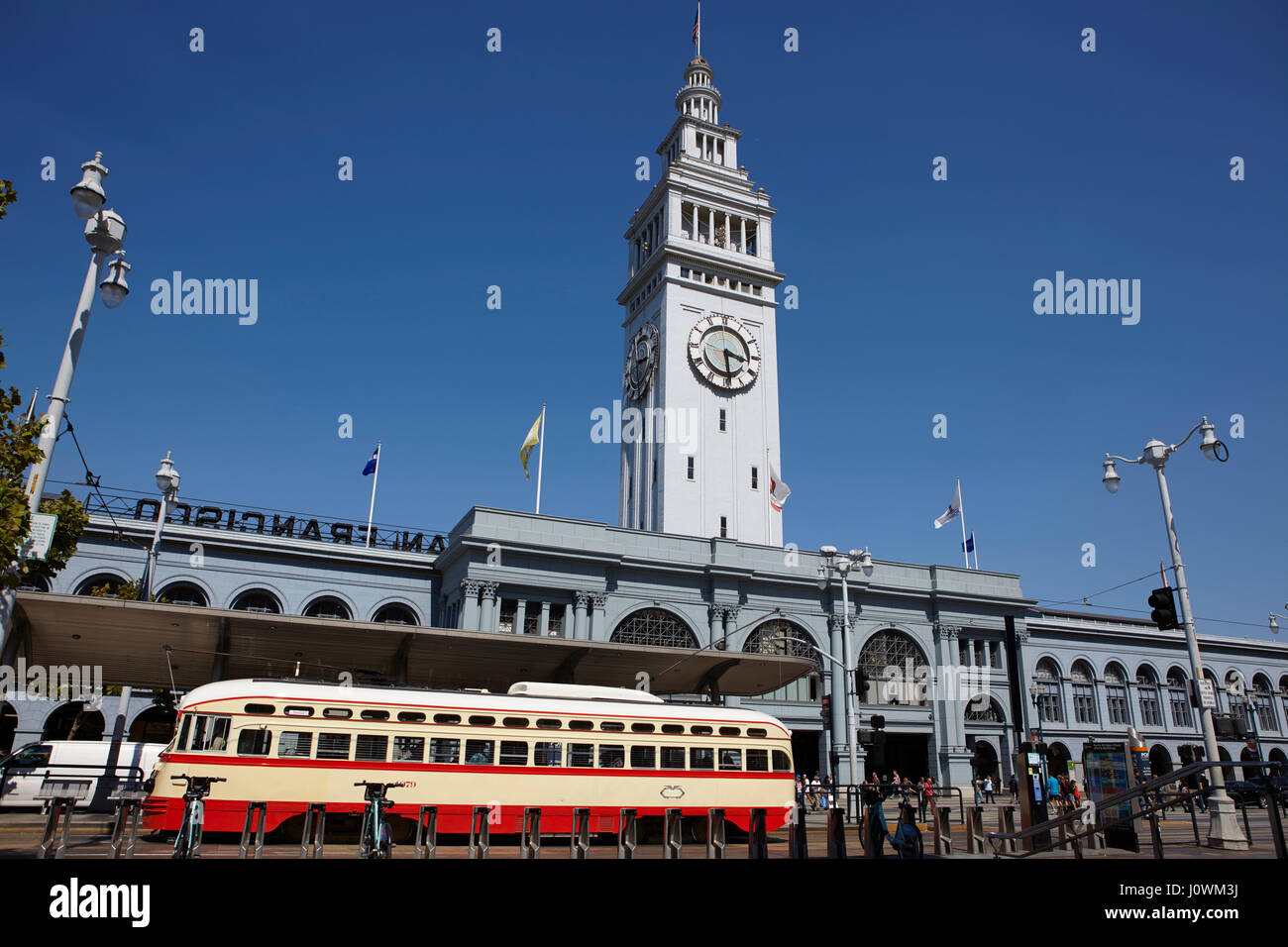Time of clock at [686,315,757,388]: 3:28
